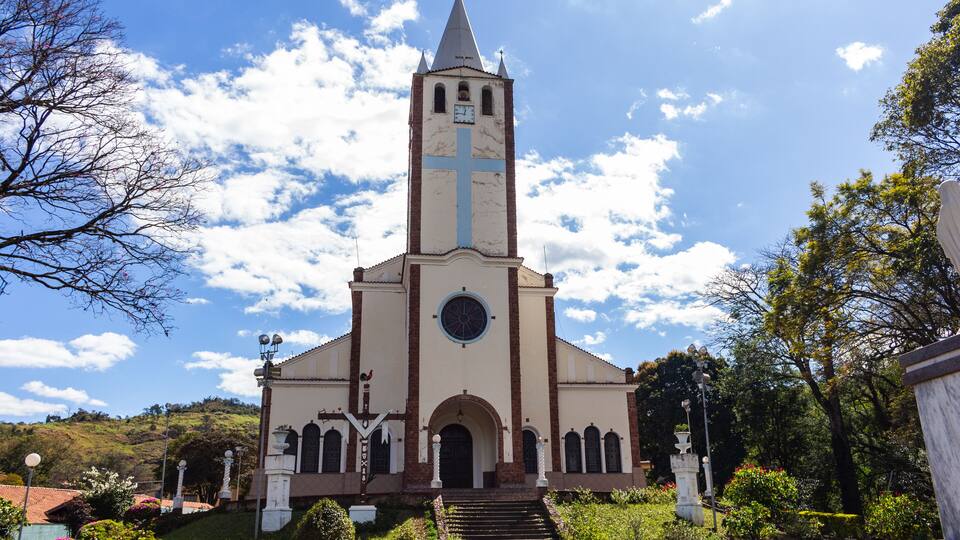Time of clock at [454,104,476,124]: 12:46
